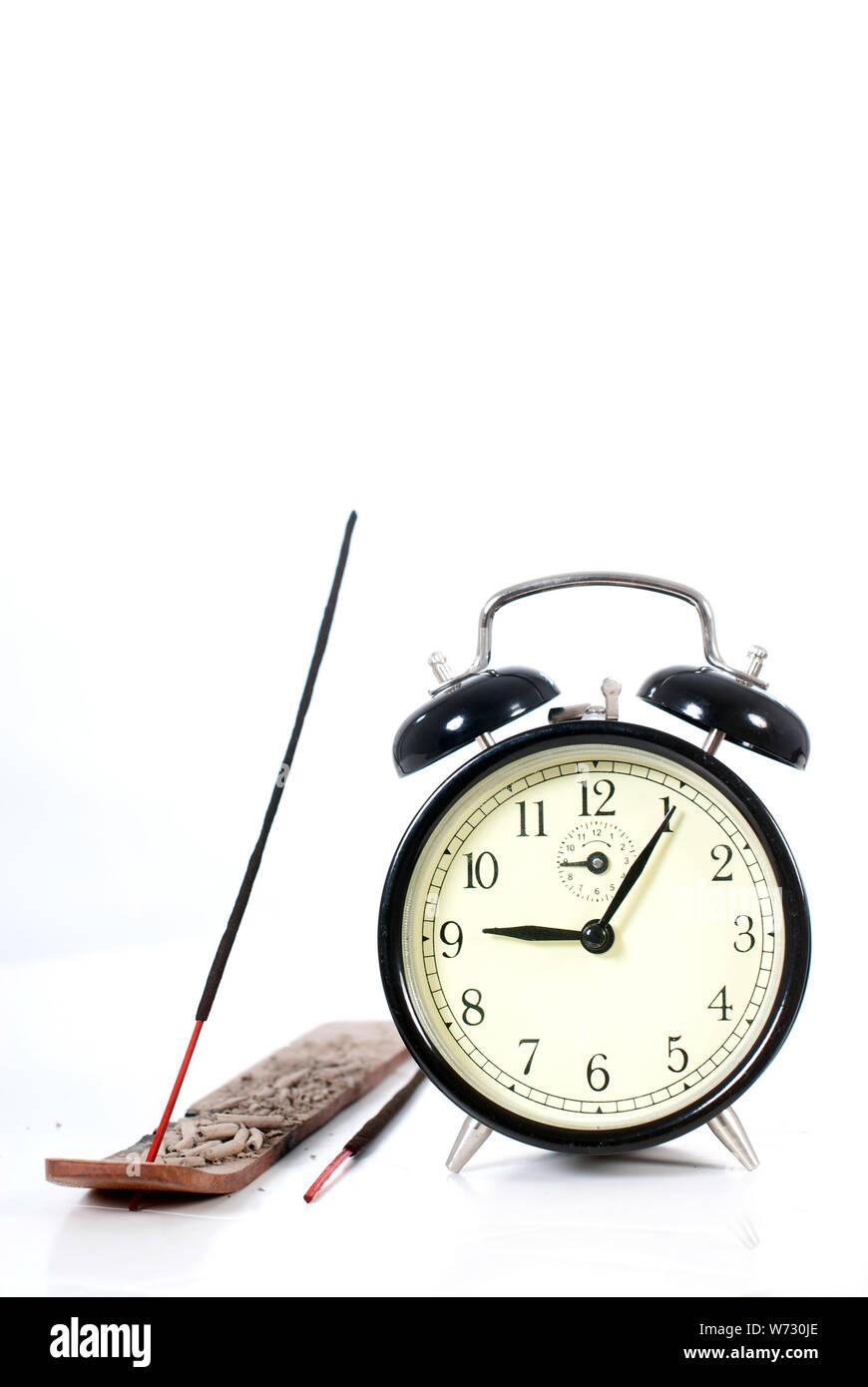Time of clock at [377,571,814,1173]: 9:05
